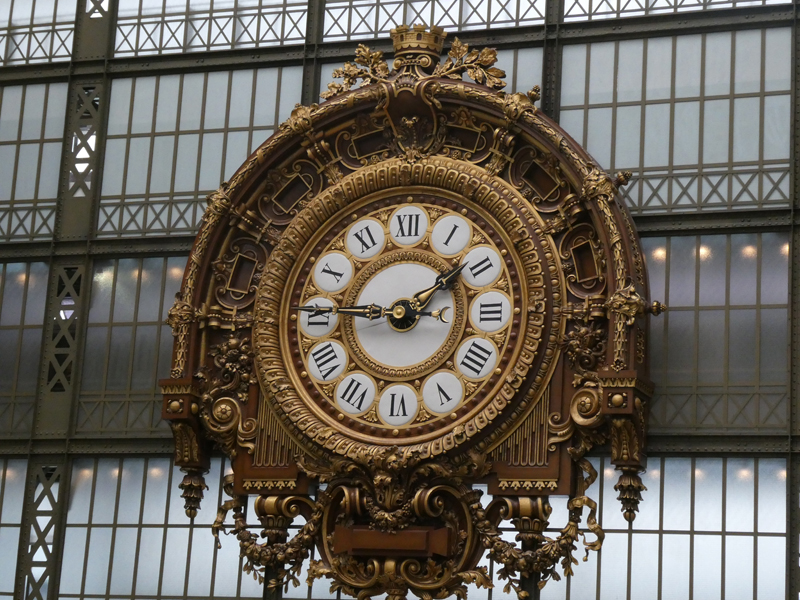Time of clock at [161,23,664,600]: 1:45
